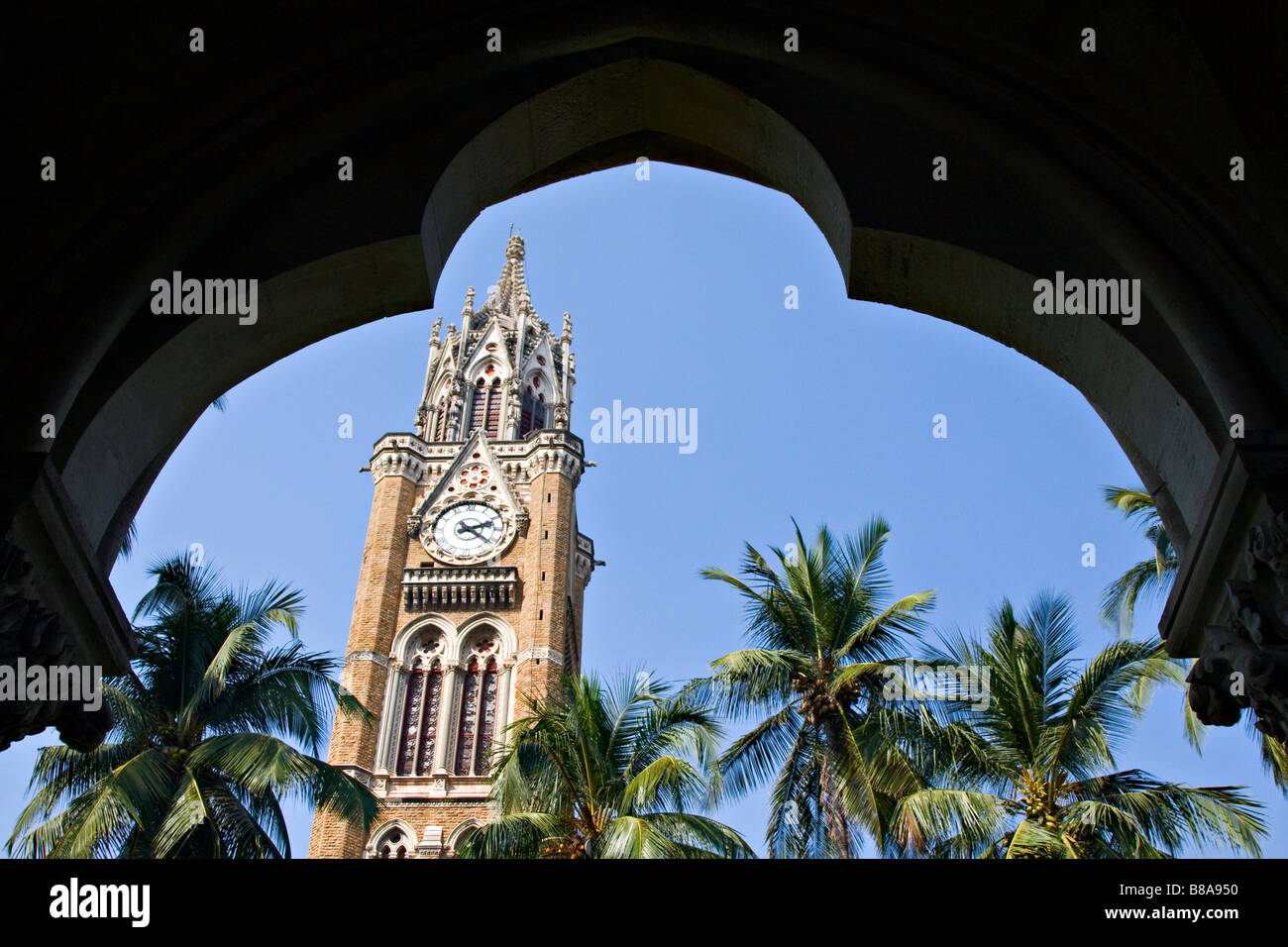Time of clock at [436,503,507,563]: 2:21
